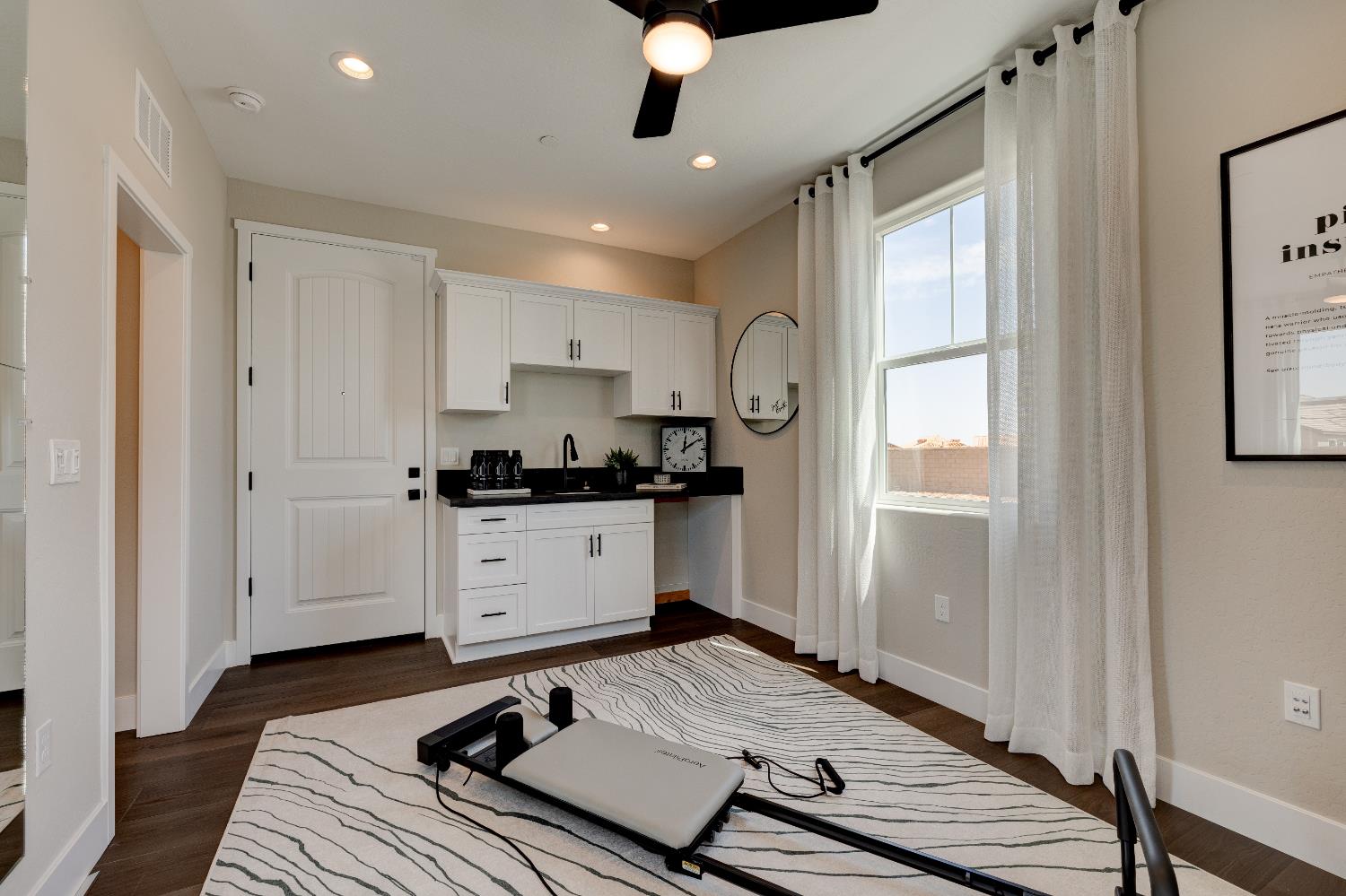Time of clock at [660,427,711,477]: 12:09
